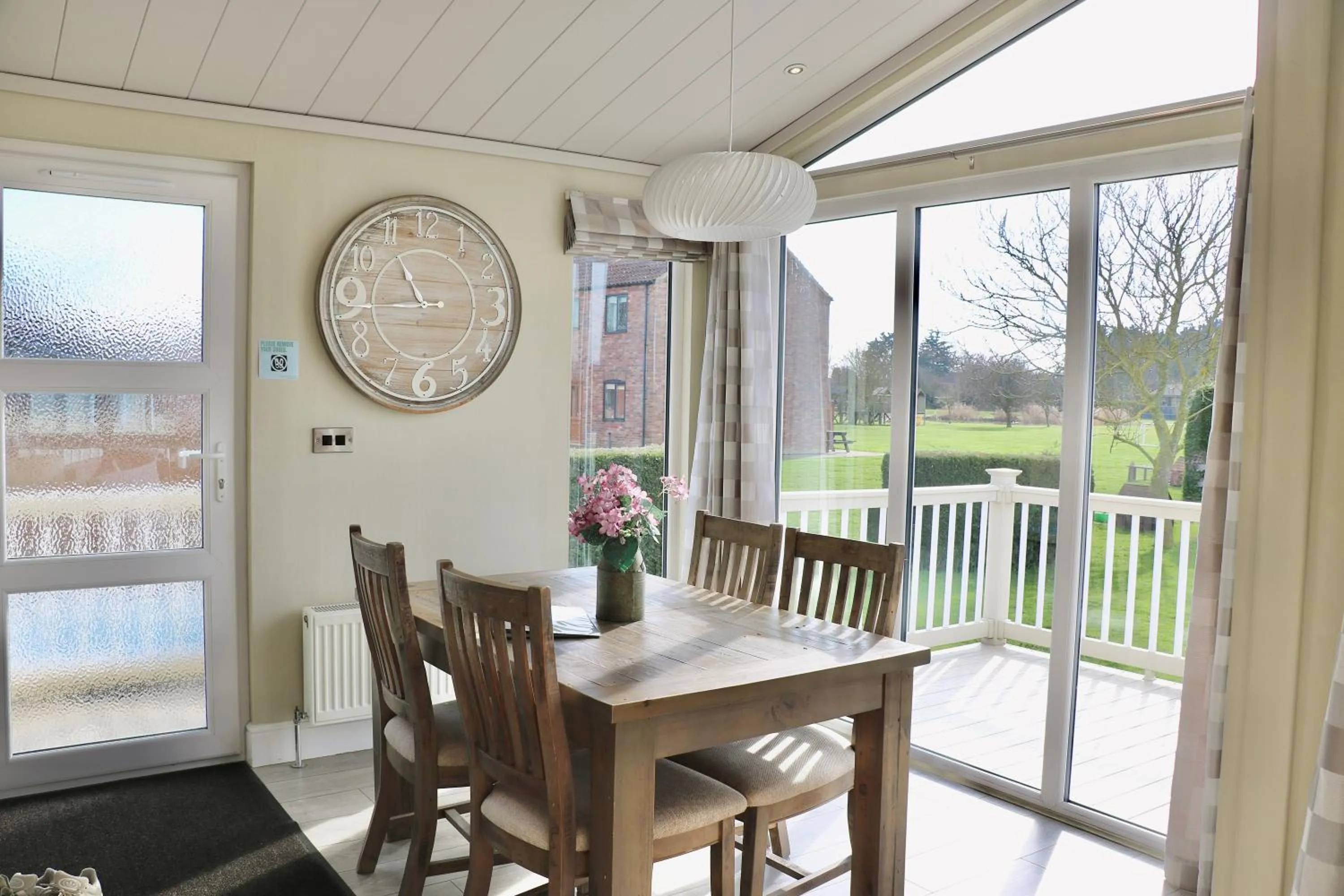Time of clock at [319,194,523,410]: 10:44
